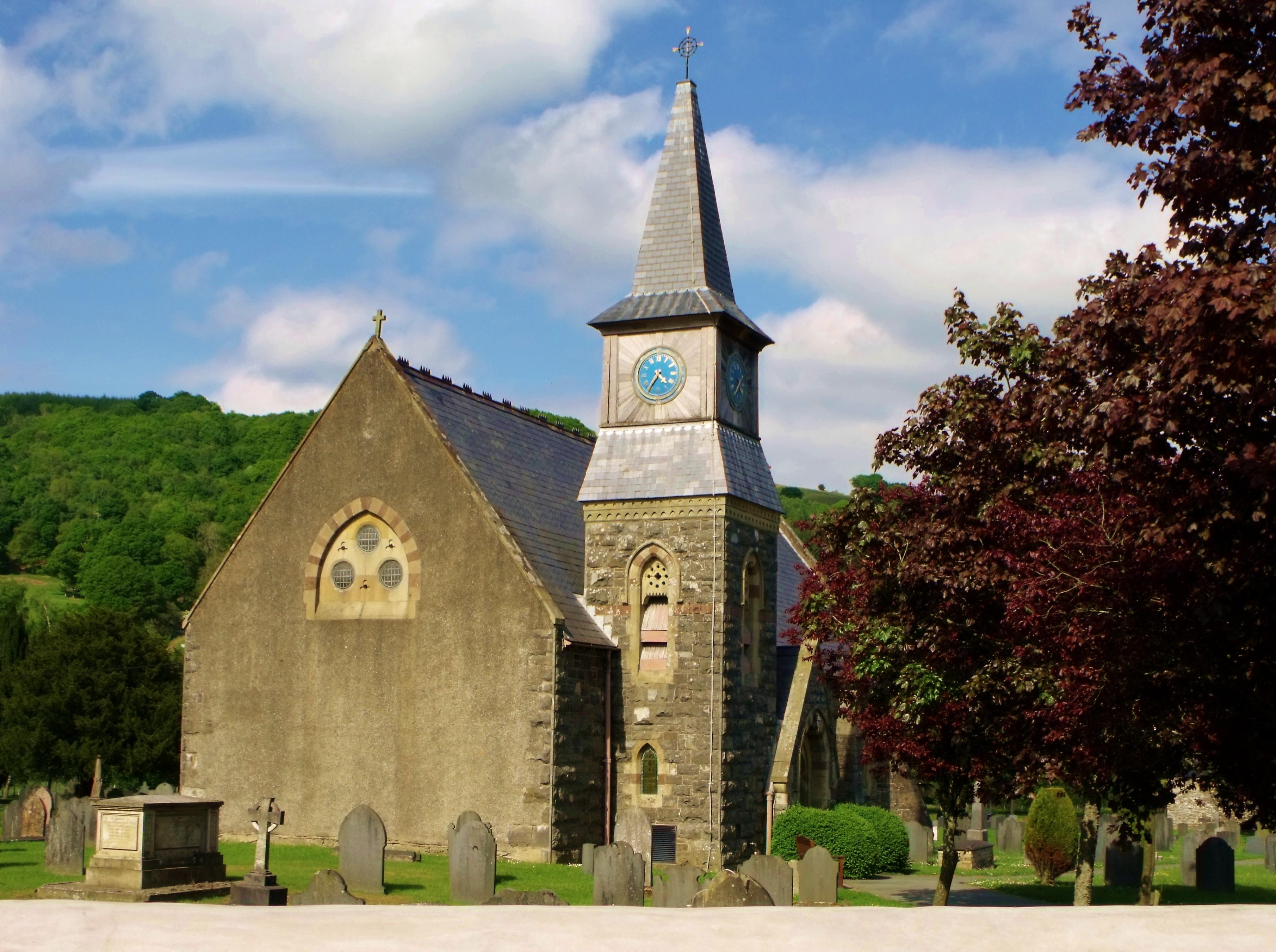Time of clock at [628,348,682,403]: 4:35
